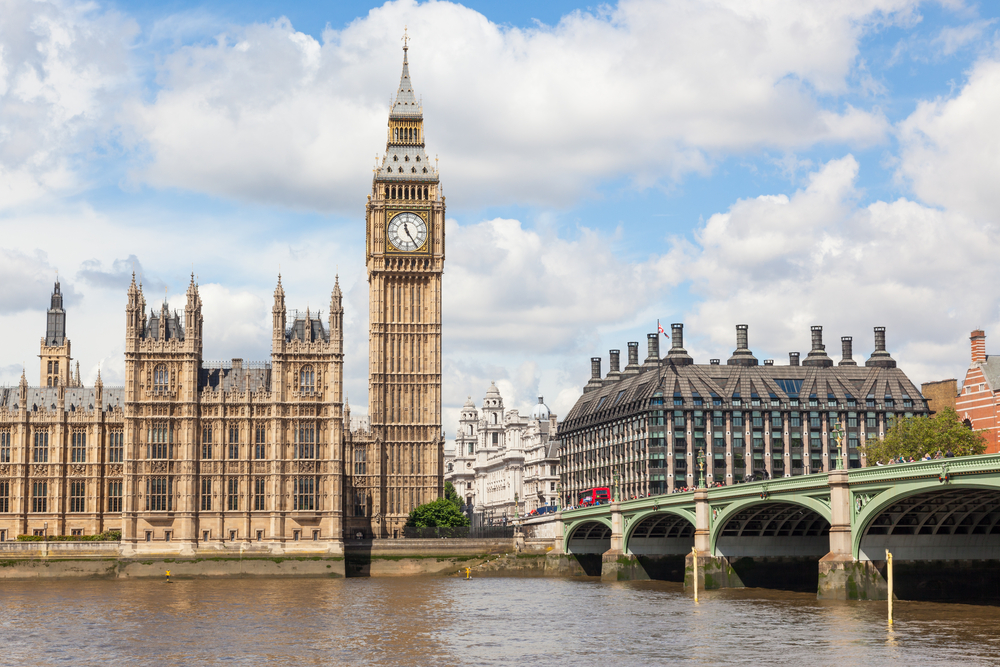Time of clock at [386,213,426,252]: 11:24
